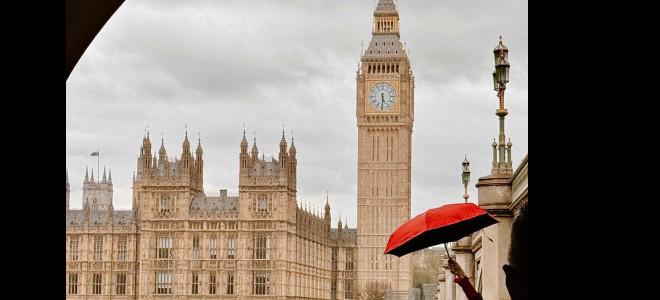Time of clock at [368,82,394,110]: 5:30
